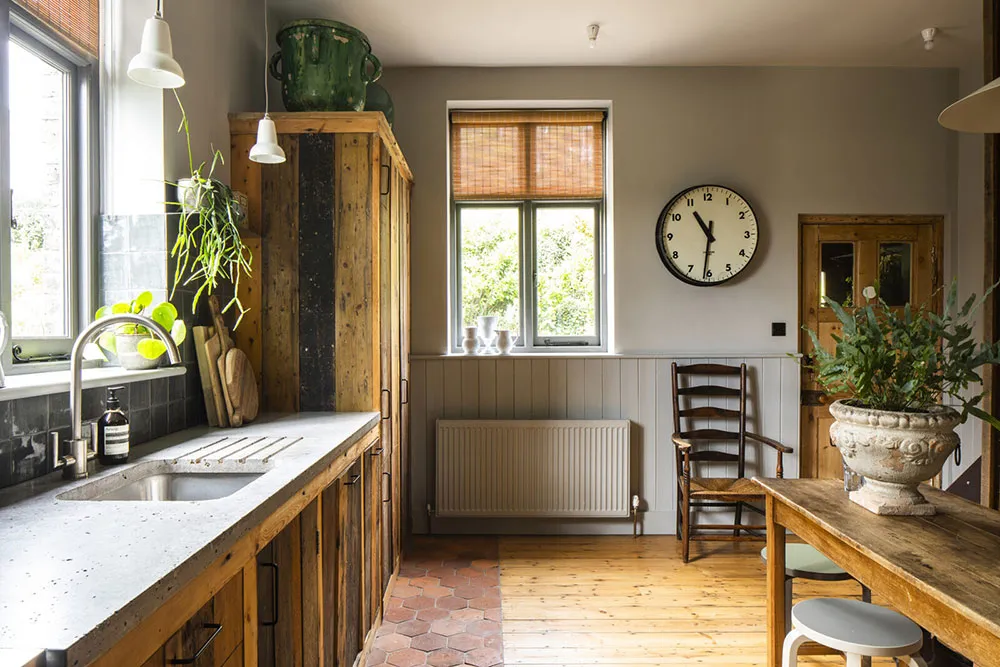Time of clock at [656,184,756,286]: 10:31
